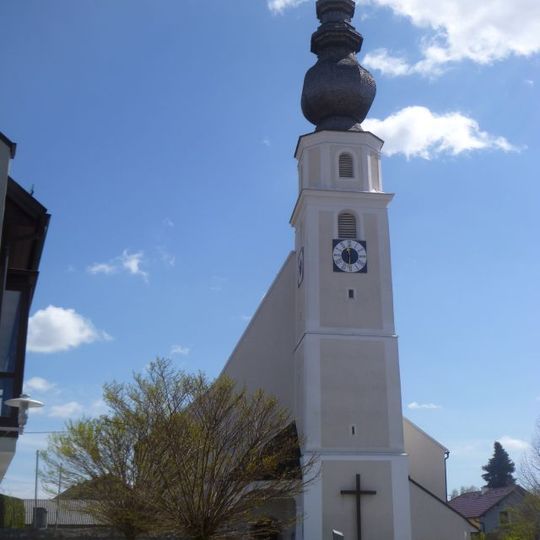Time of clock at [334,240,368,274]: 11:30
